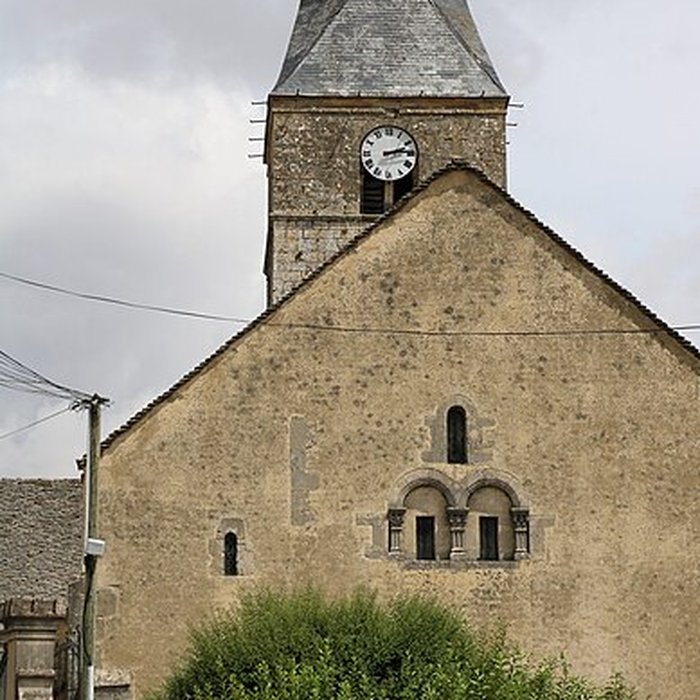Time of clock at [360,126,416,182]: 2:13
